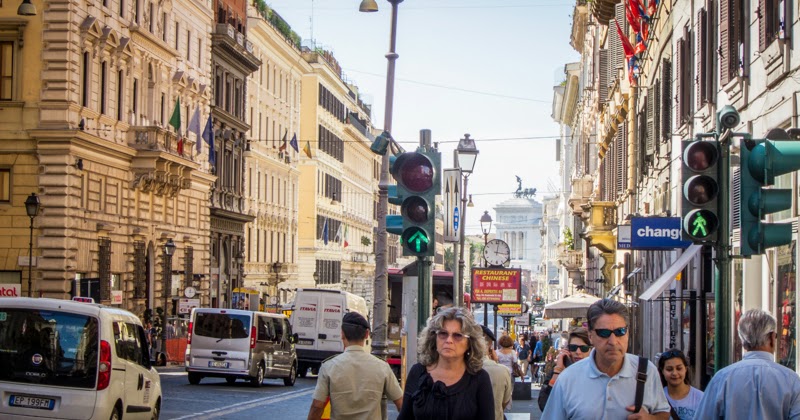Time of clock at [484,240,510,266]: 12:16
